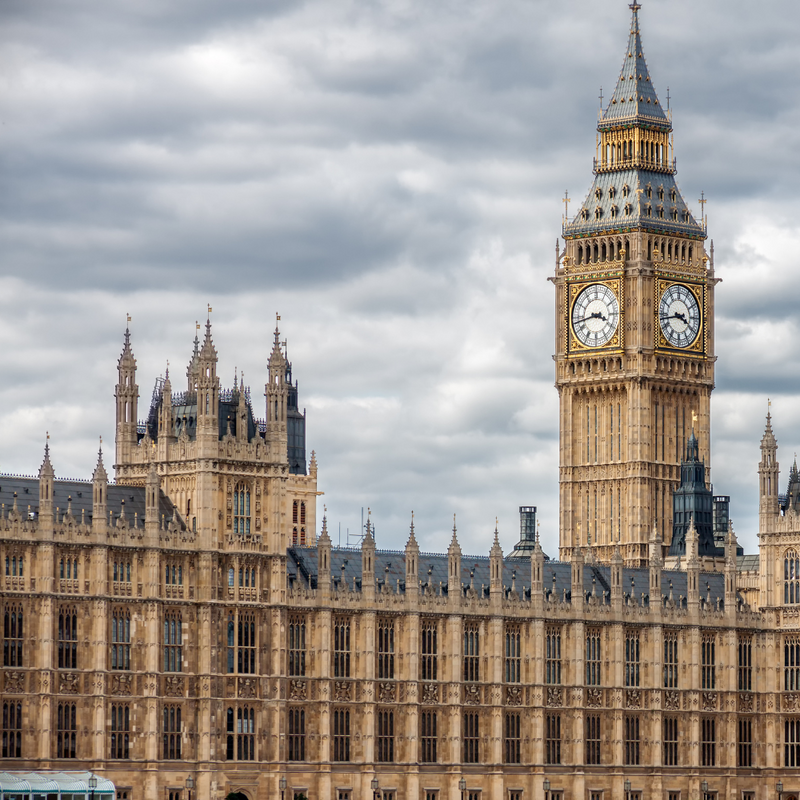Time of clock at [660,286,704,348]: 3:43
